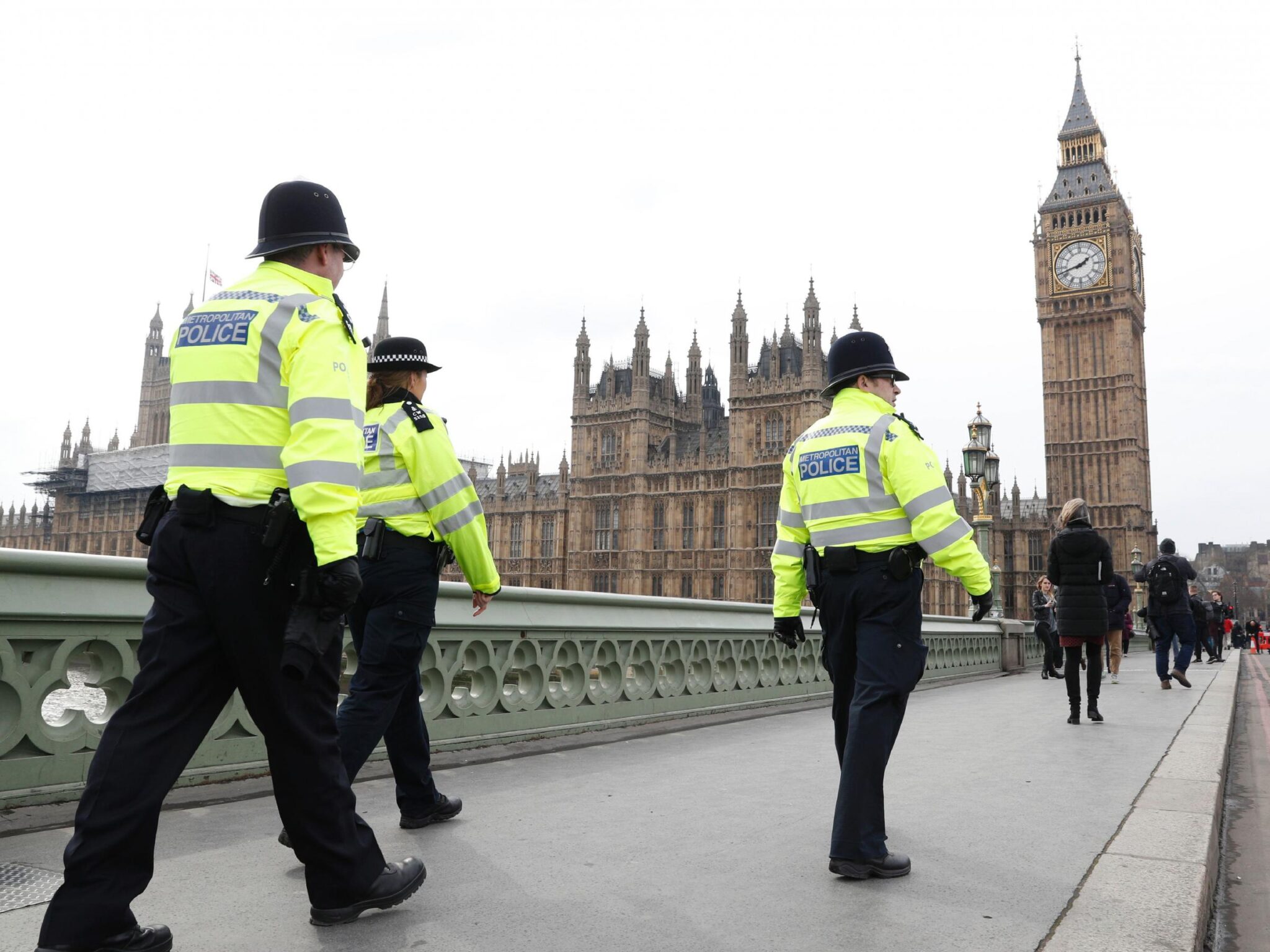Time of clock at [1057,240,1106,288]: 1:42
